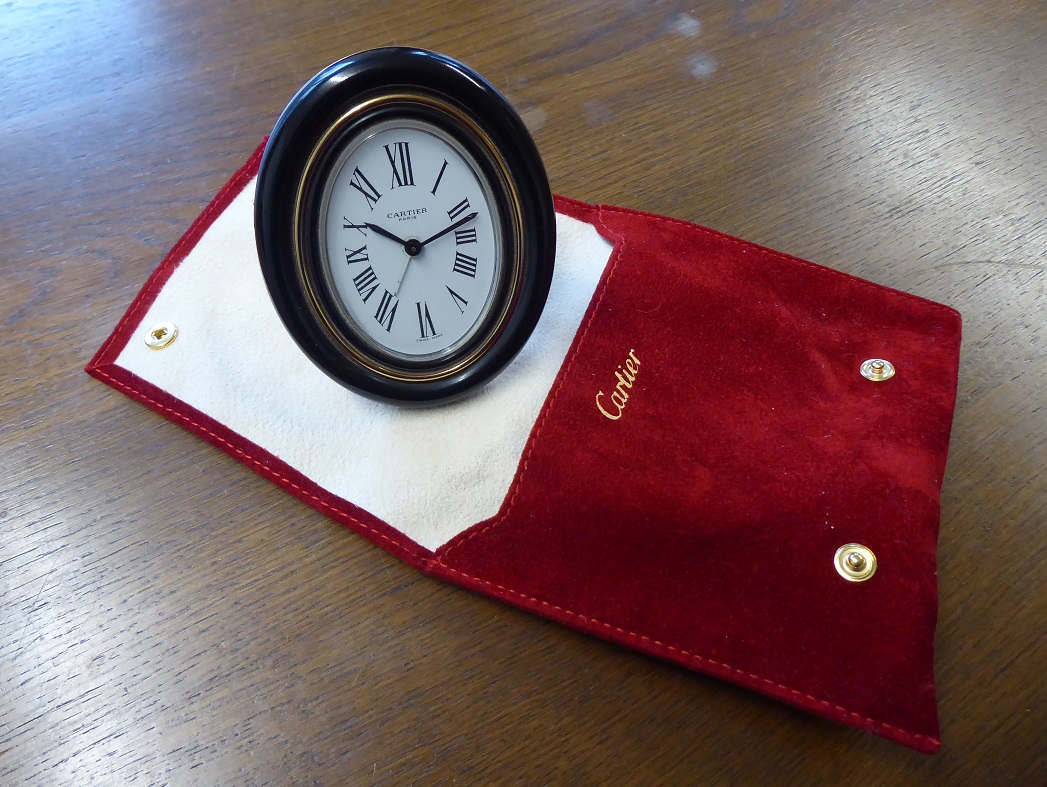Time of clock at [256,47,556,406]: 9:10
